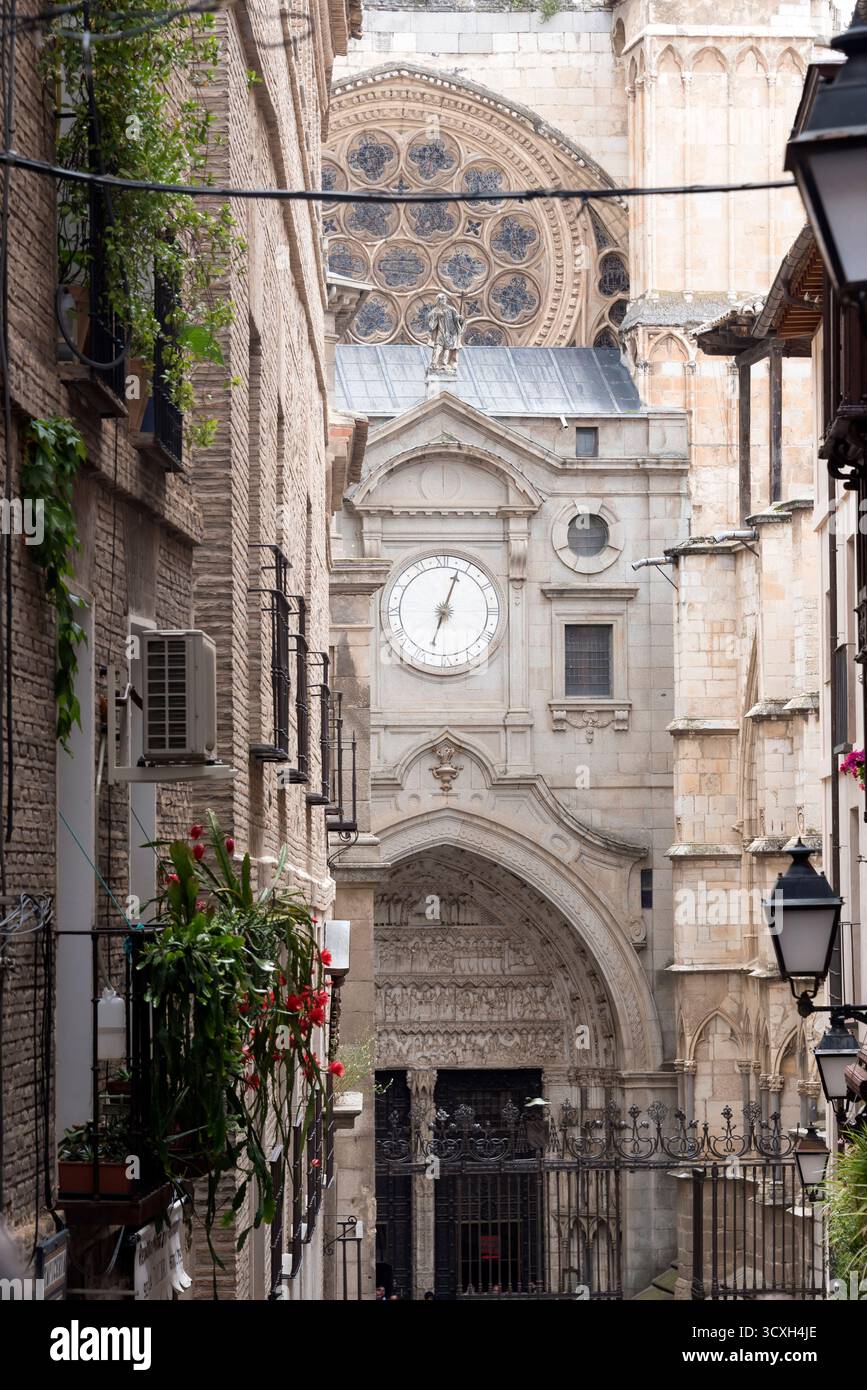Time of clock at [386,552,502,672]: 12:32
